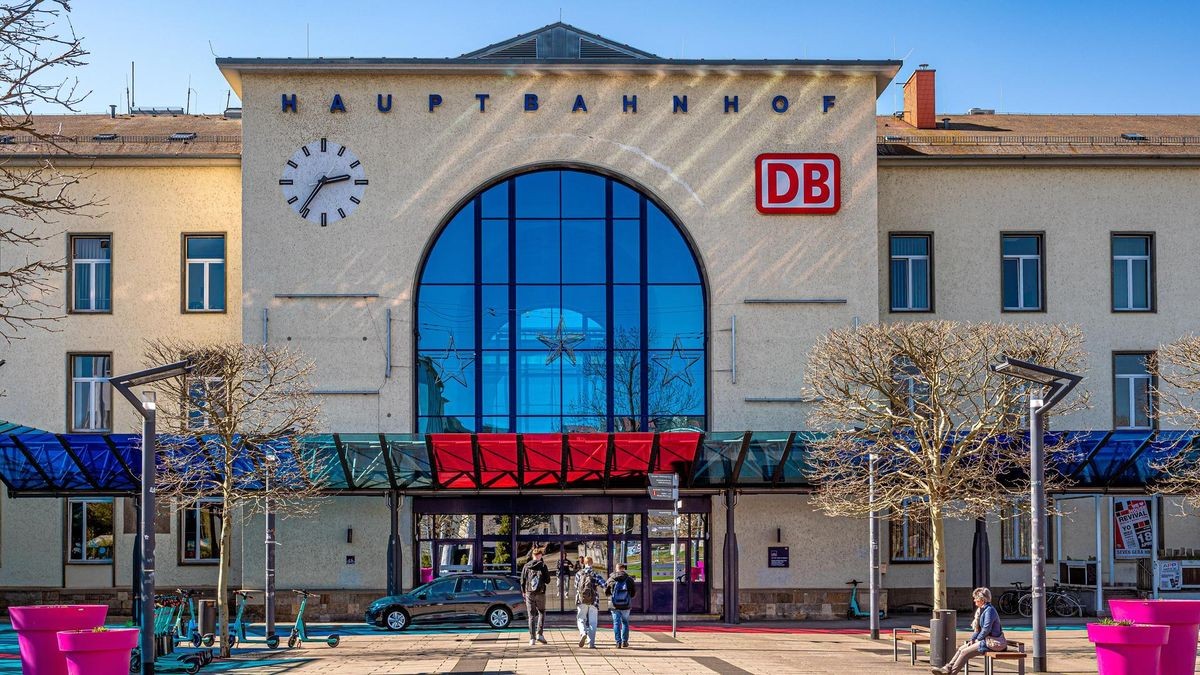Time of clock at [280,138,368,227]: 2:36
